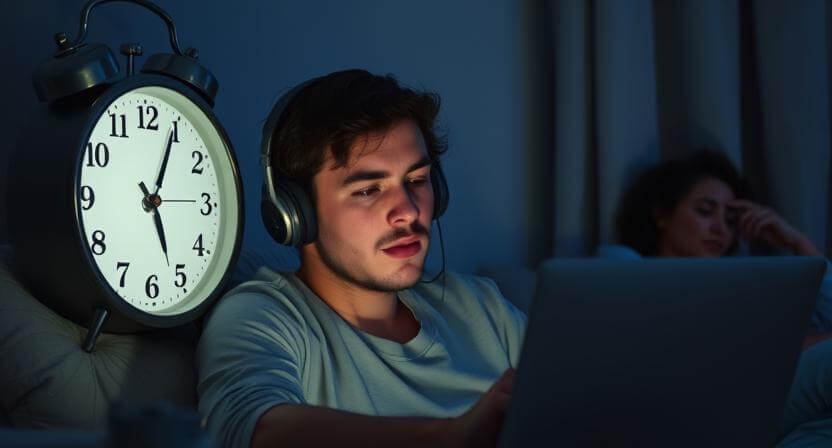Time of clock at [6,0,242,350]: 5:04
